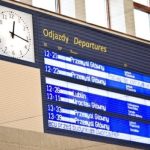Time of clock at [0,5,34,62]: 12:16
